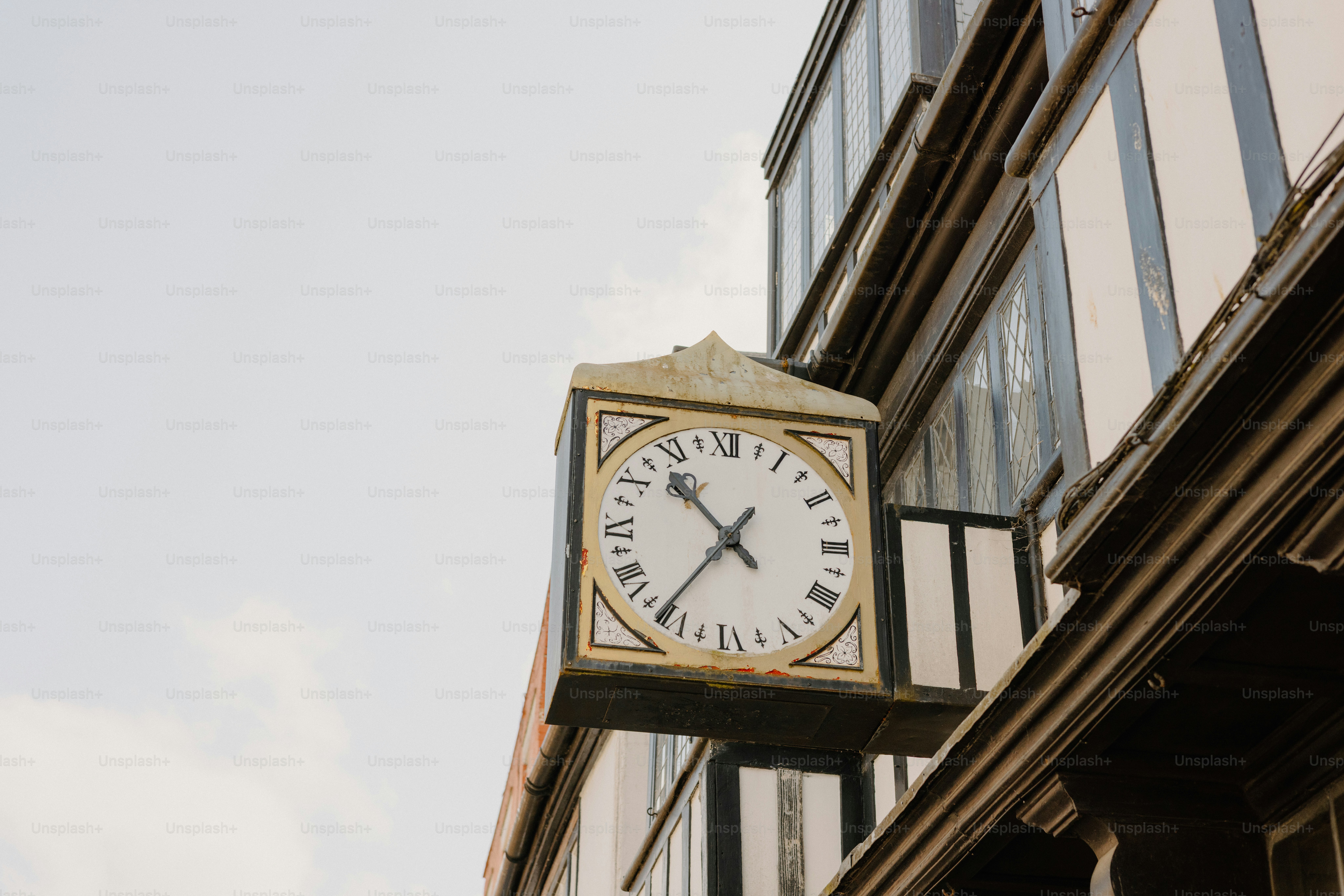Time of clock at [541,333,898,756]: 10:36
